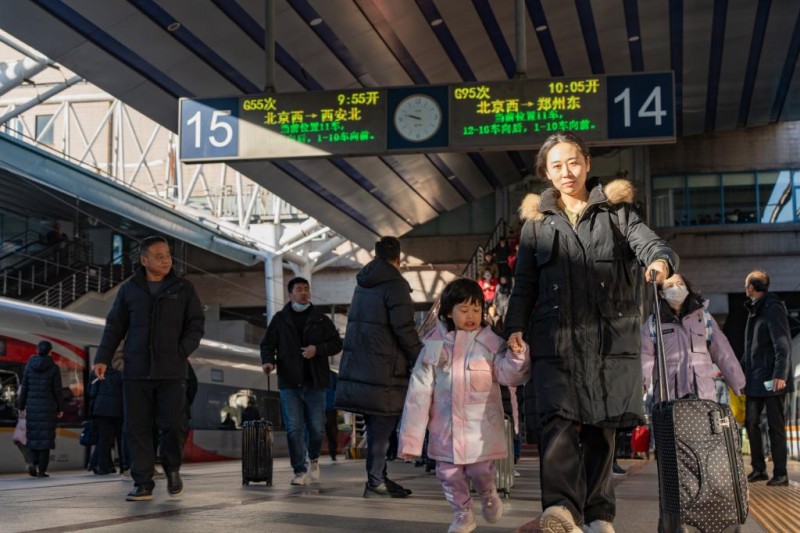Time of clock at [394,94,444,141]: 9:47
